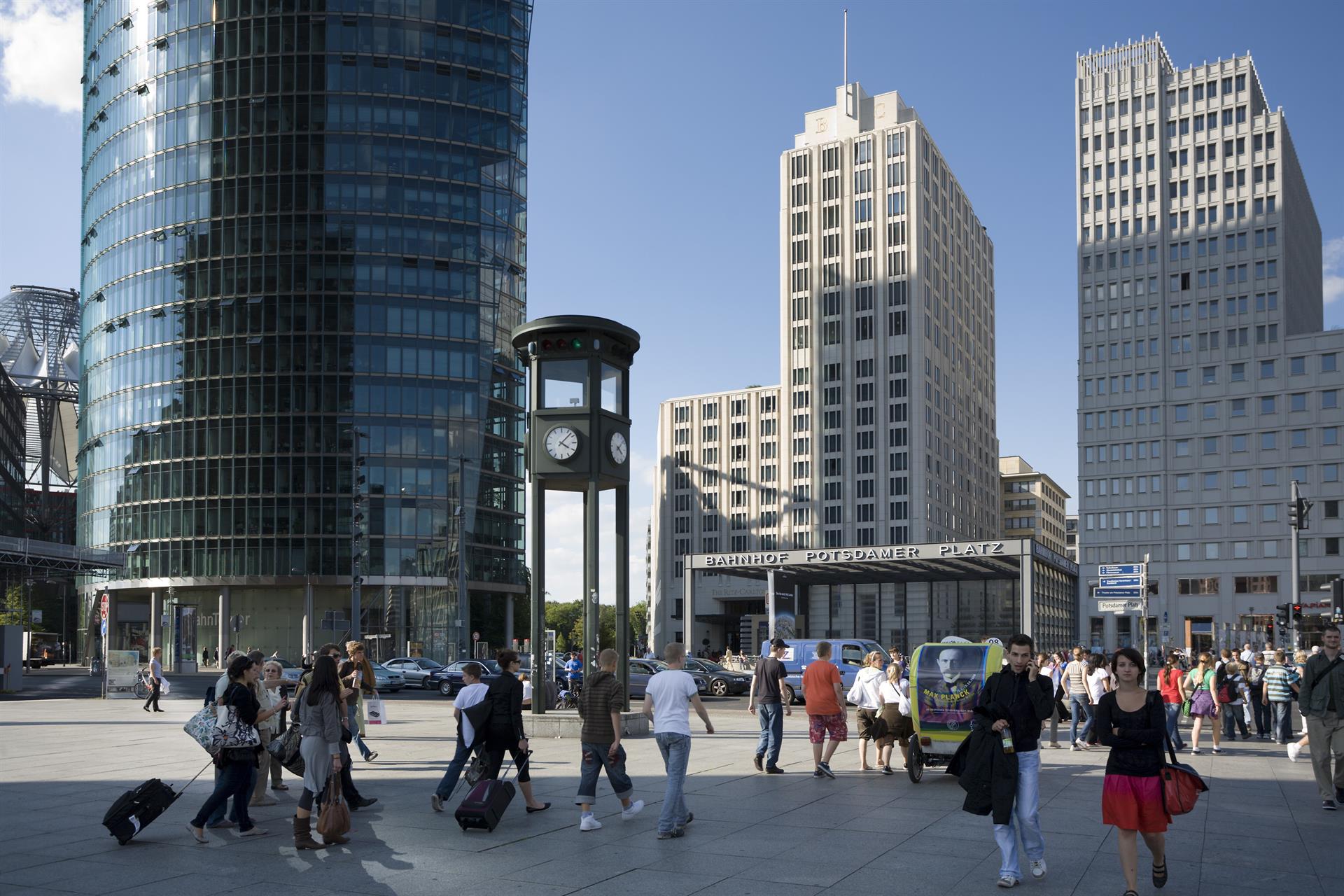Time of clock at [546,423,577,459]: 4:07
